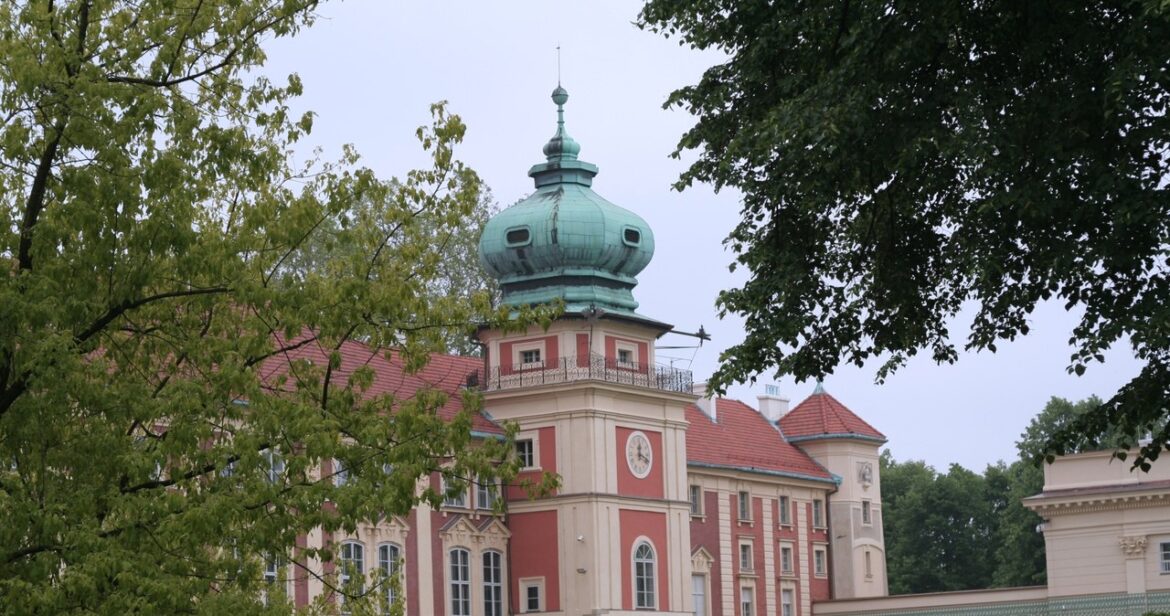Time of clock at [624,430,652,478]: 12:18
